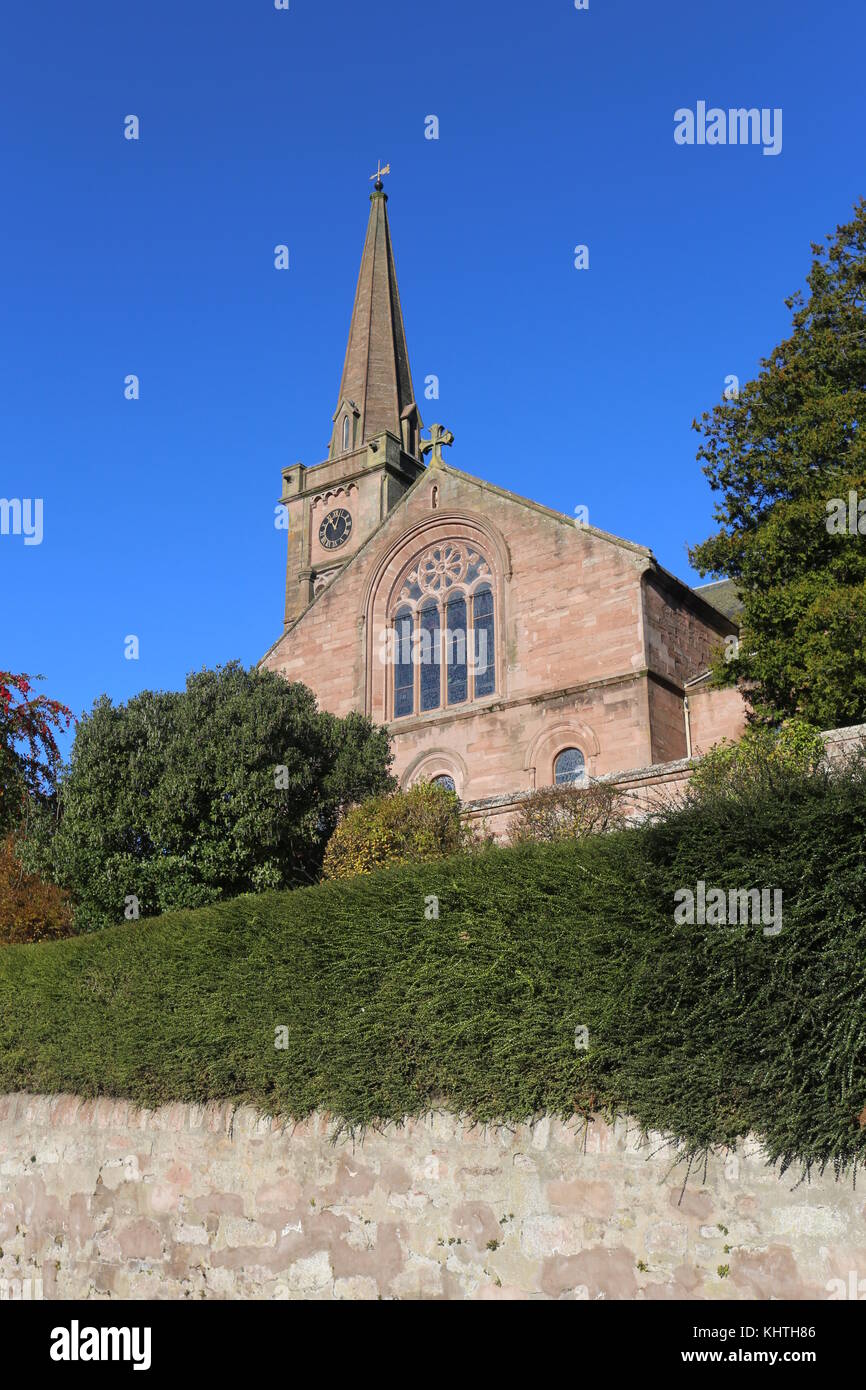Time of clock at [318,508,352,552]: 11:02
